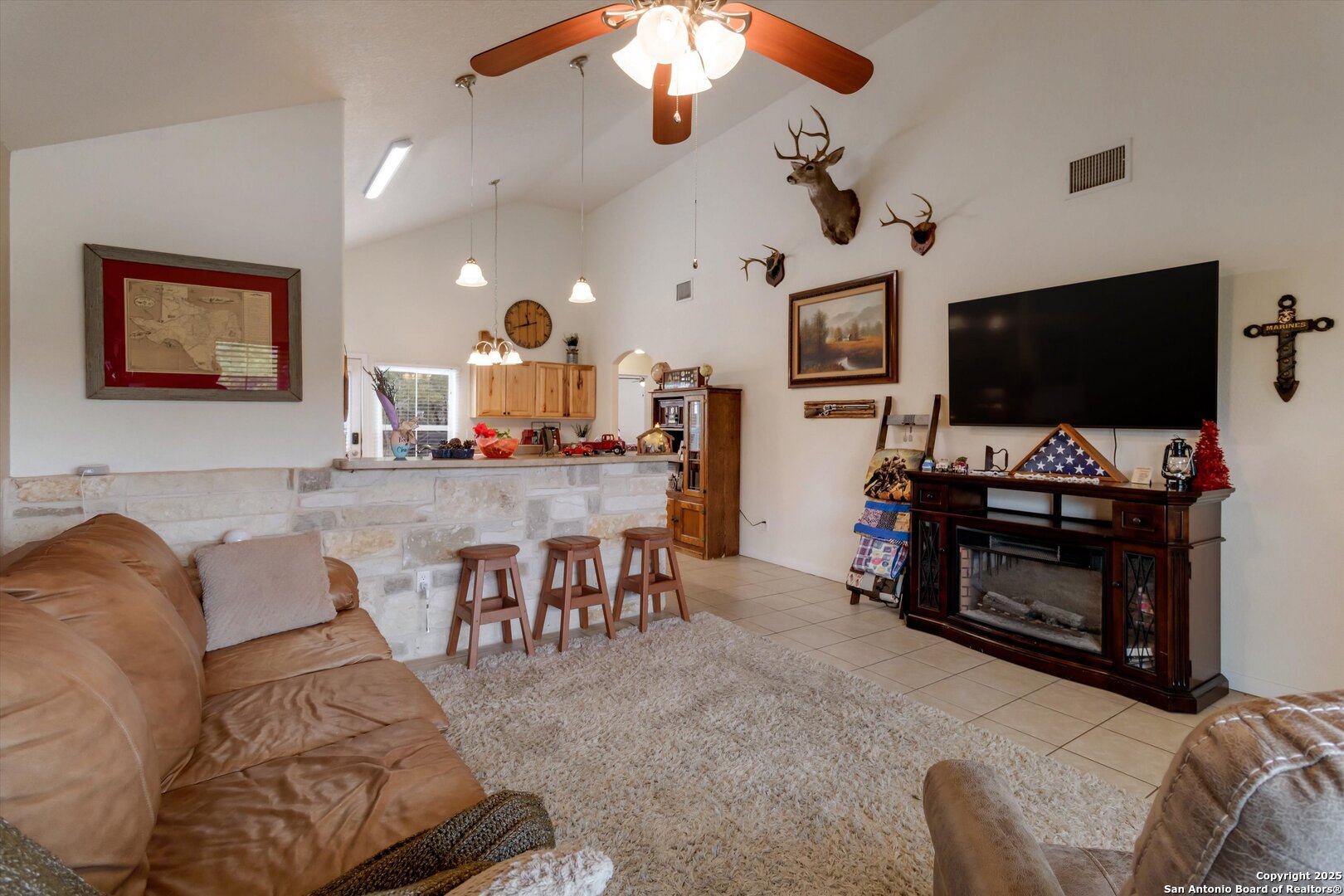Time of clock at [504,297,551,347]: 11:42
